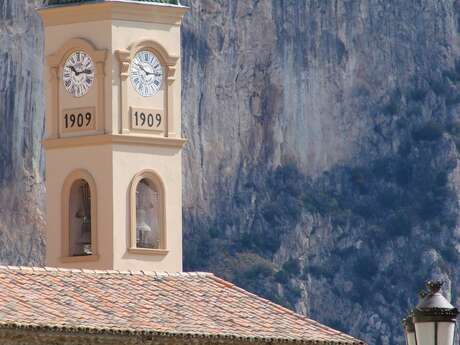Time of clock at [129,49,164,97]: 10:14
